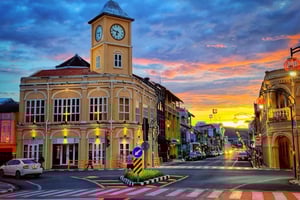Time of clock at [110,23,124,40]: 6:48
